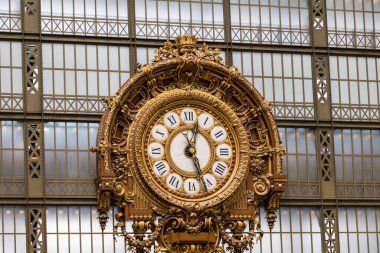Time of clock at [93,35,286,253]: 12:26
